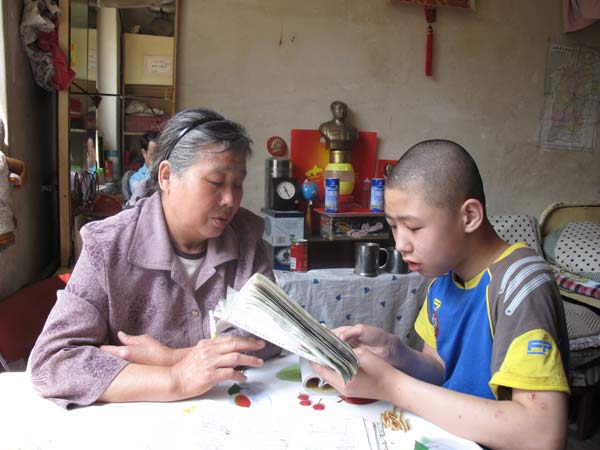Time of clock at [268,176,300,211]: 11:25
